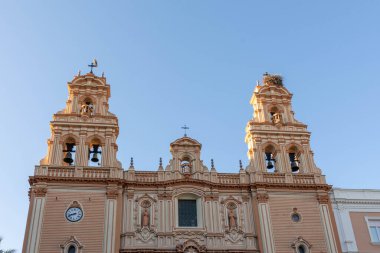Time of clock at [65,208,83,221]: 8:41
